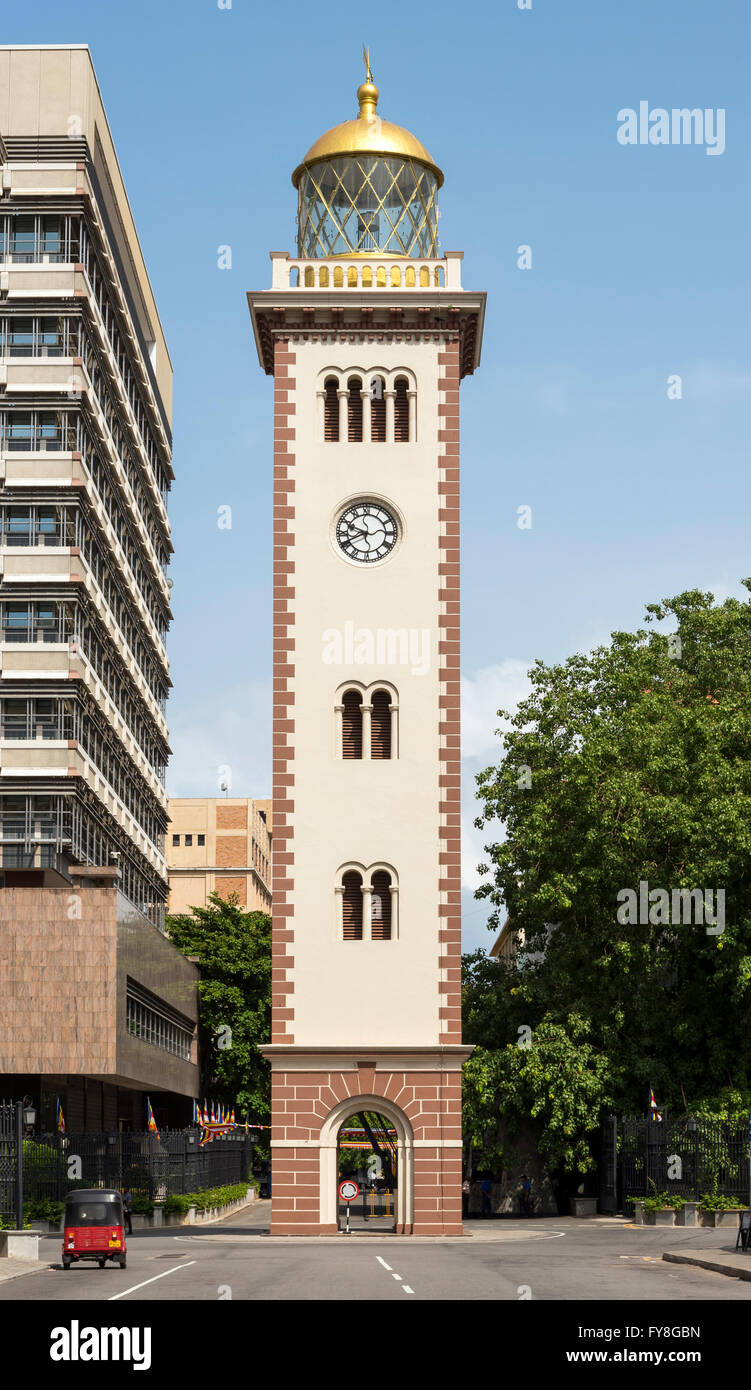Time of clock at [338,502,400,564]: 9:41
